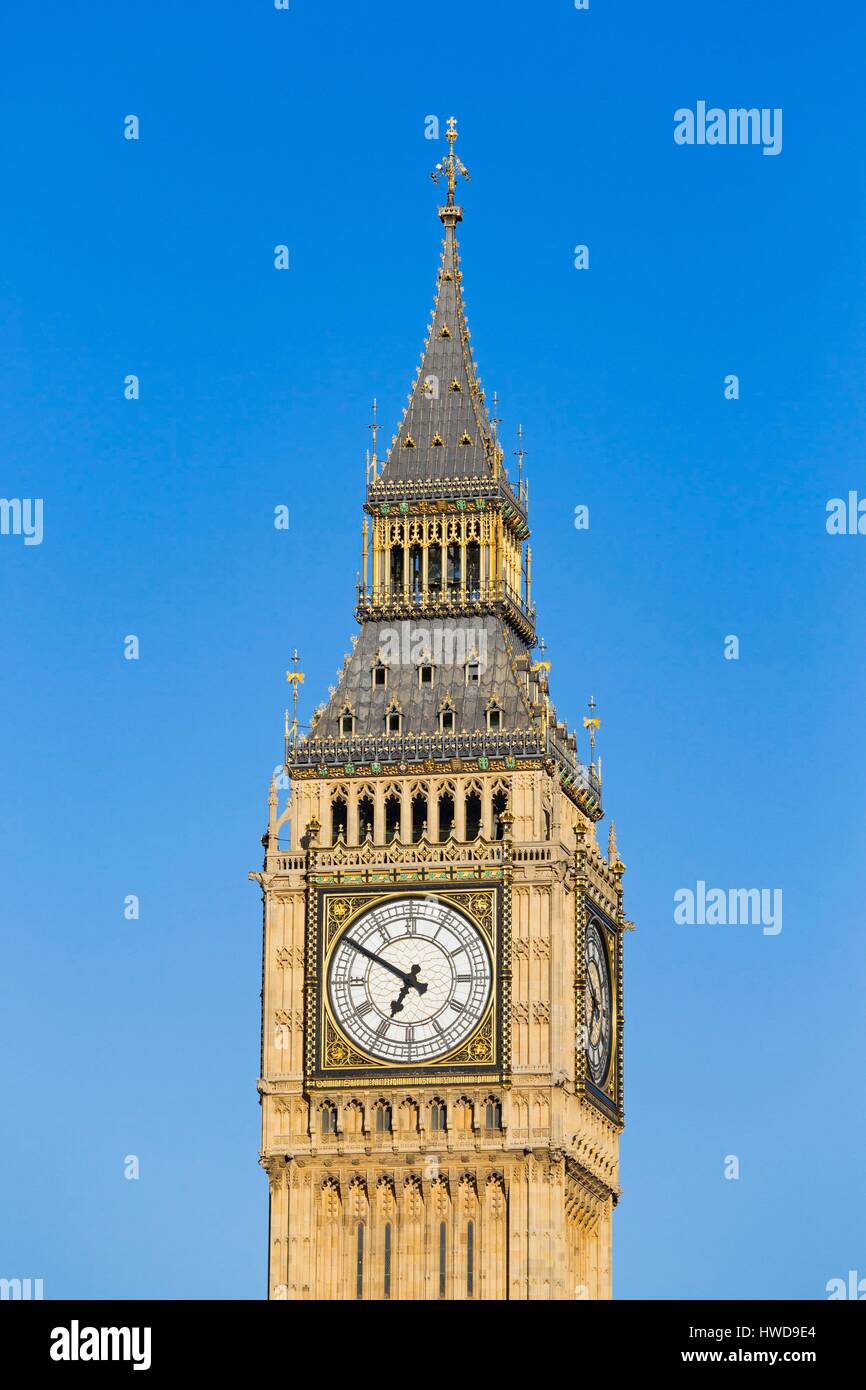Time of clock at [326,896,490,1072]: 6:50
